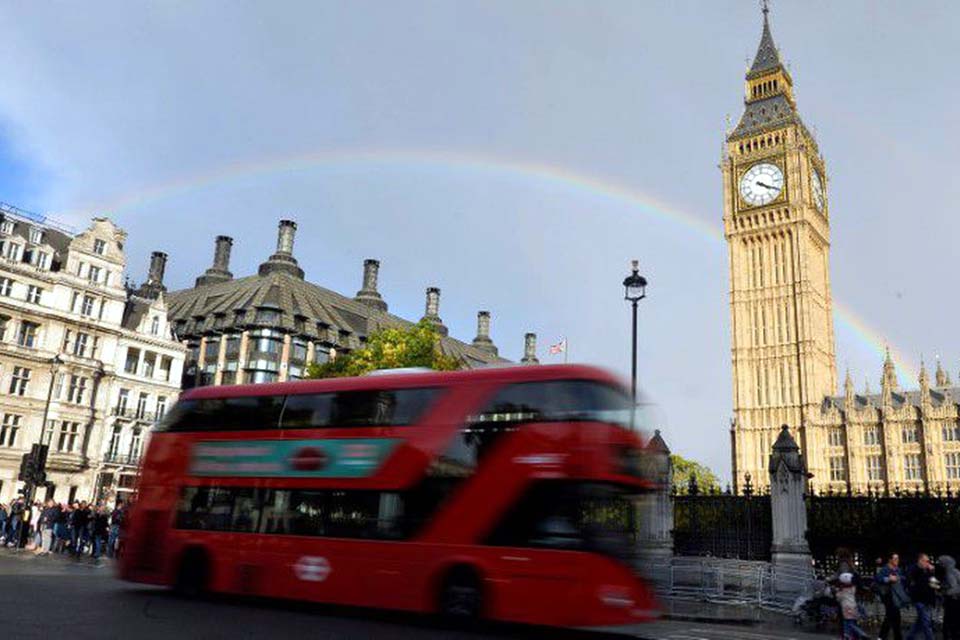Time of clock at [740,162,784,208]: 4:19
